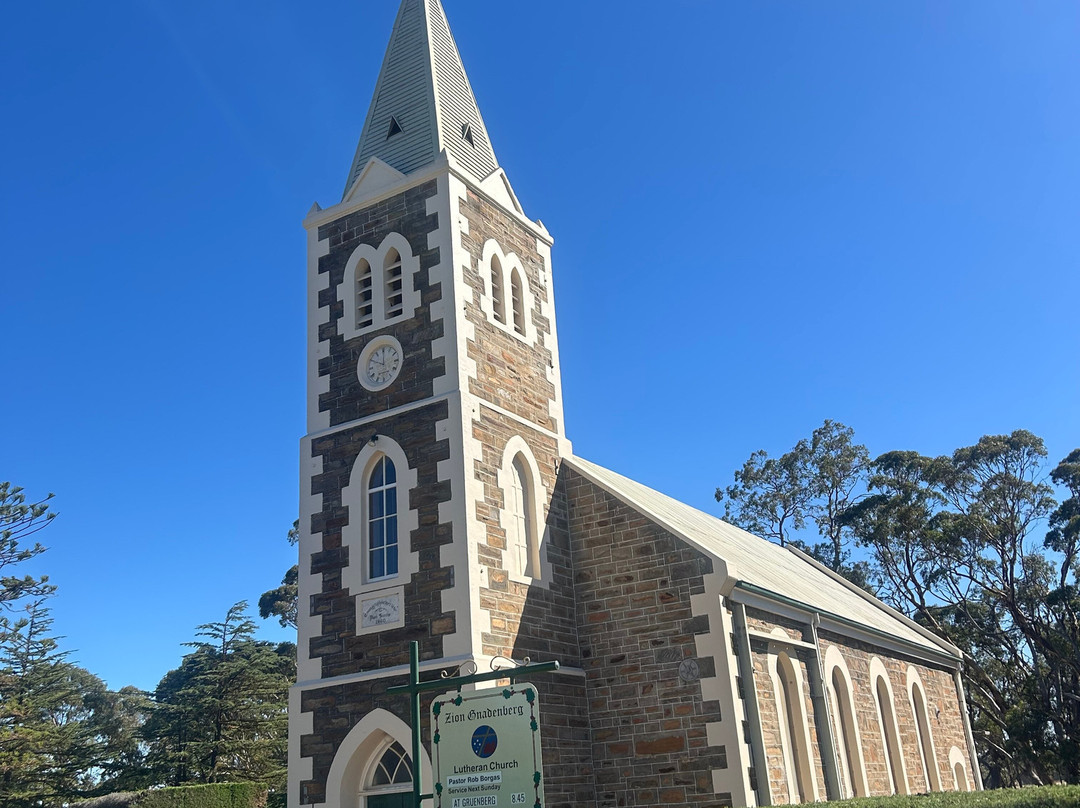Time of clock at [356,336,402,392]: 10:00
